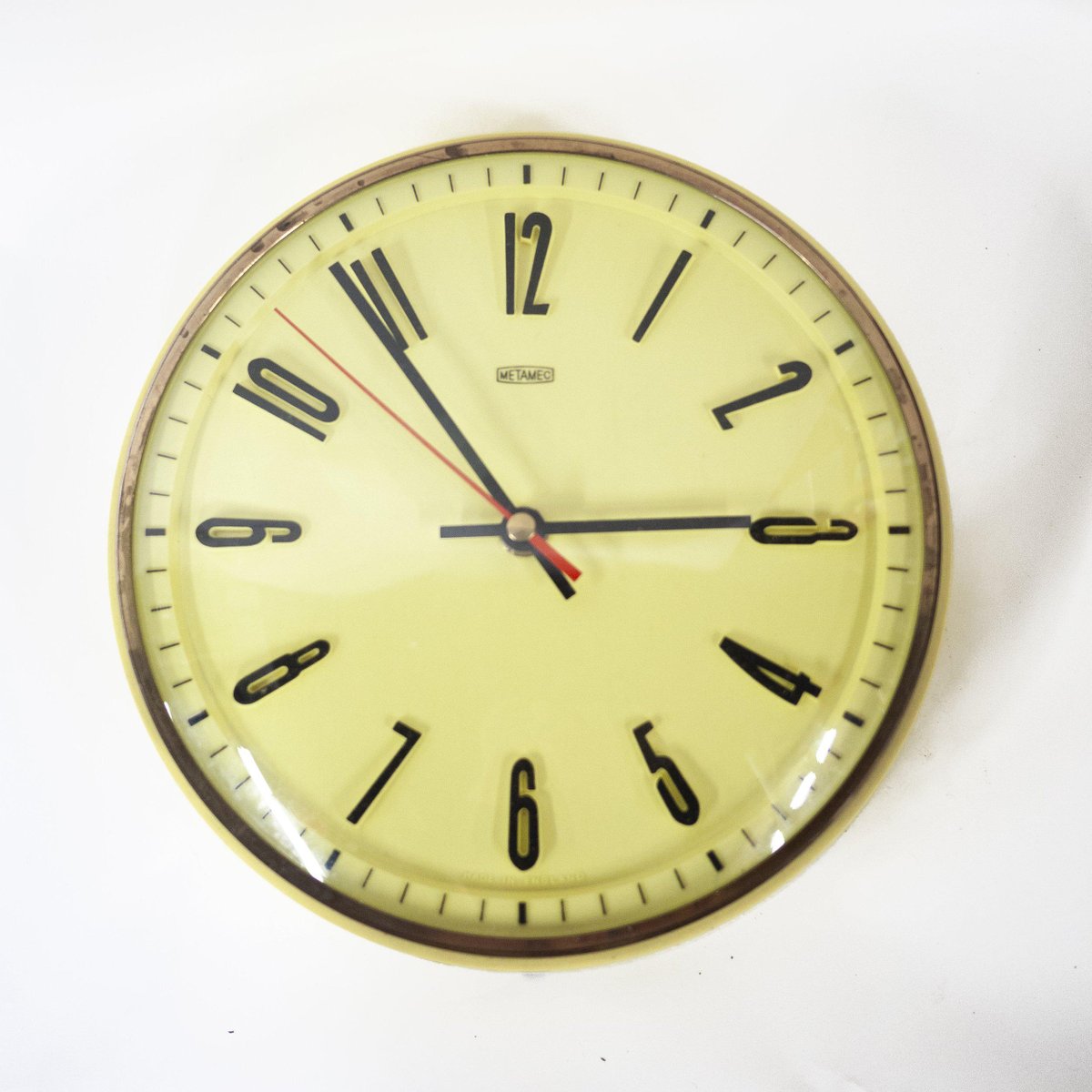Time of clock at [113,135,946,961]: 2:53
